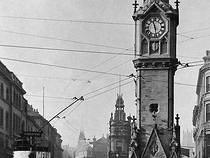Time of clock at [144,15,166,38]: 11:28
